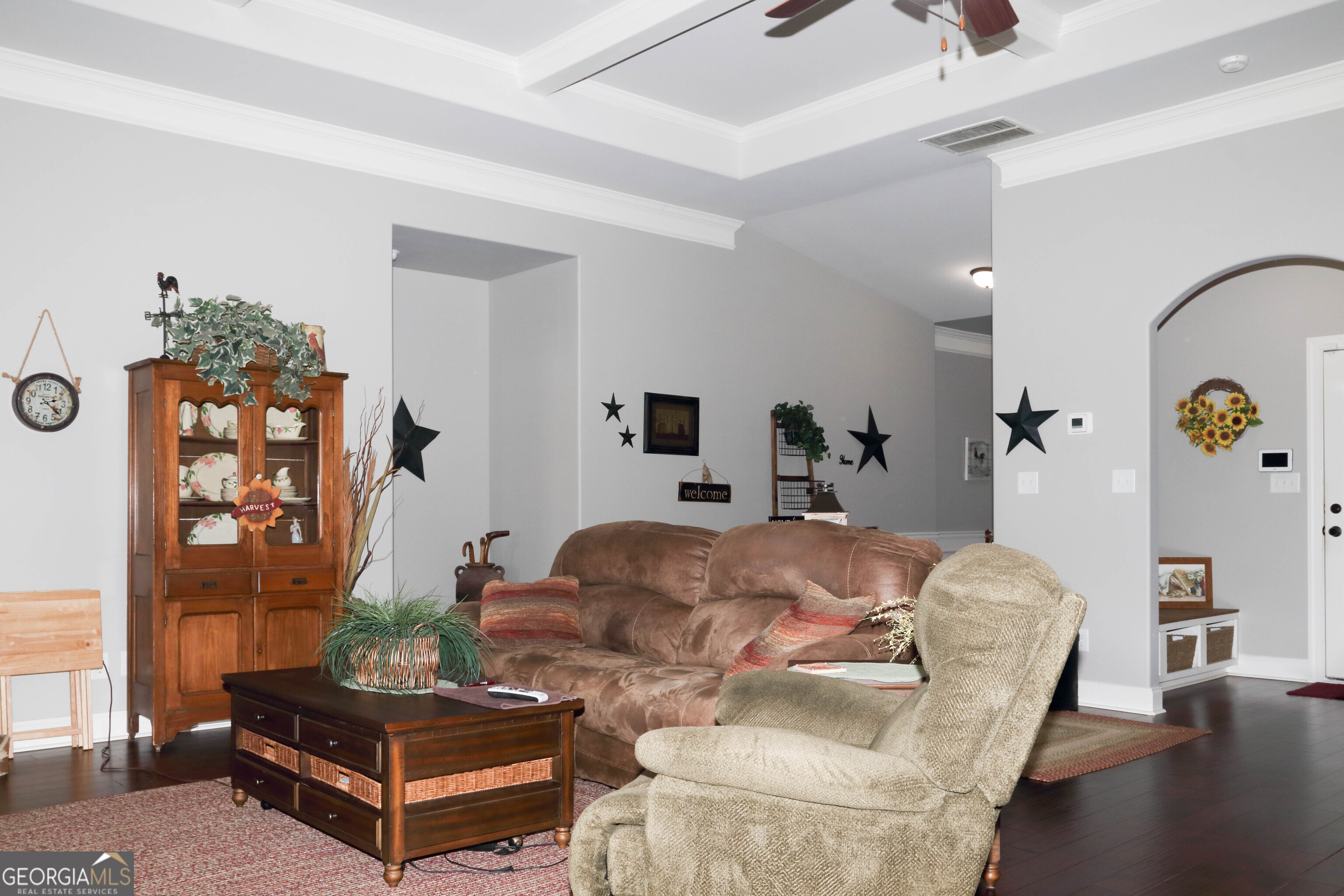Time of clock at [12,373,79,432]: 2:22
